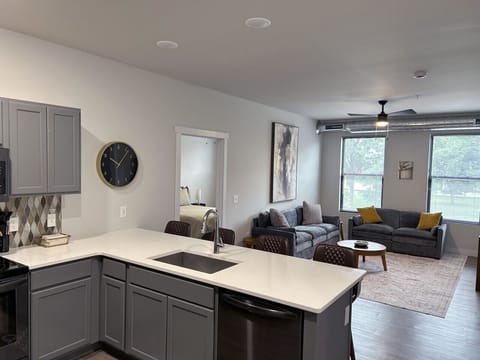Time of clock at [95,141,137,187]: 10:06
